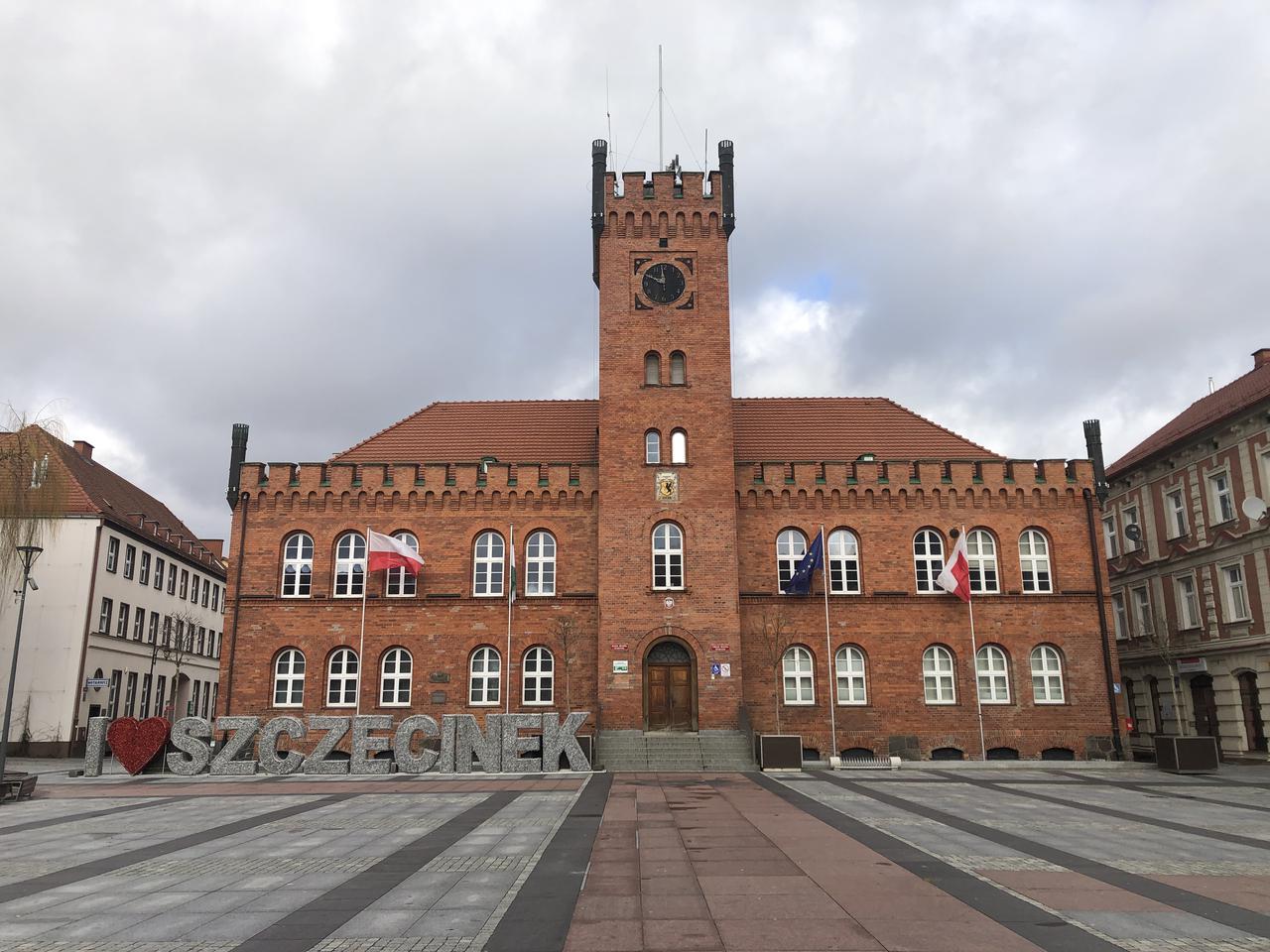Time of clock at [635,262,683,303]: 11:49
